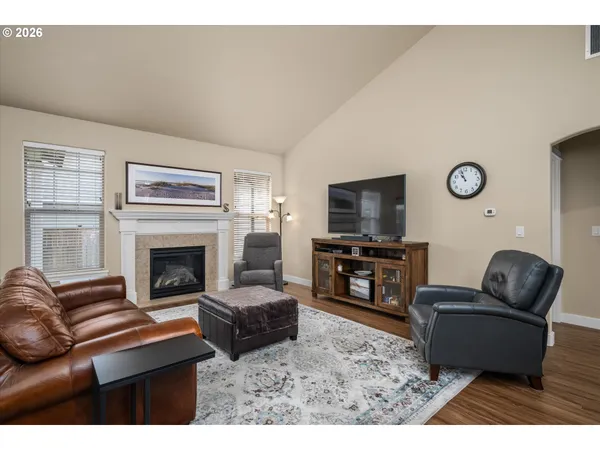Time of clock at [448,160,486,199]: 10:56
